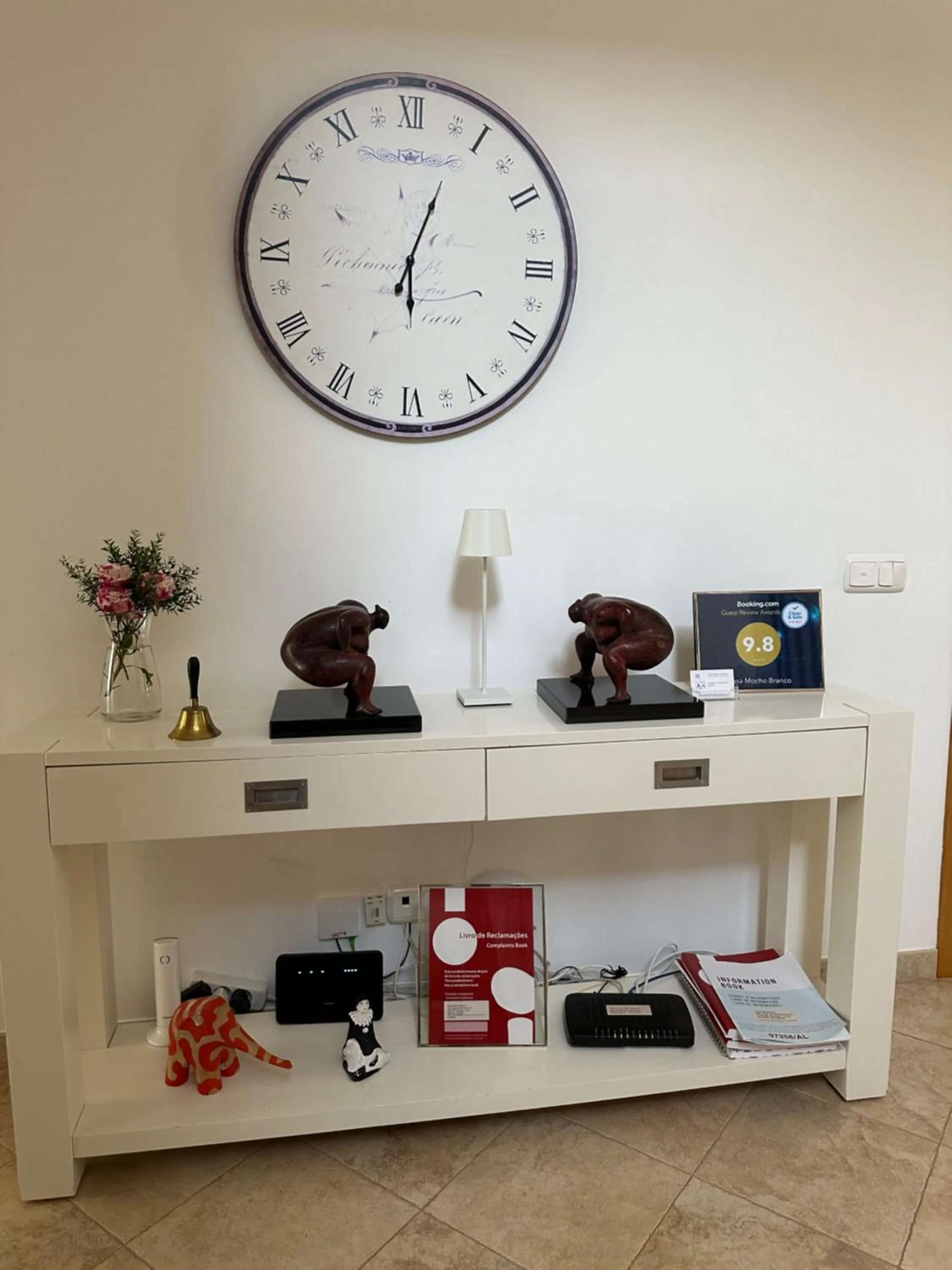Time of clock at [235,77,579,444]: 6:03
